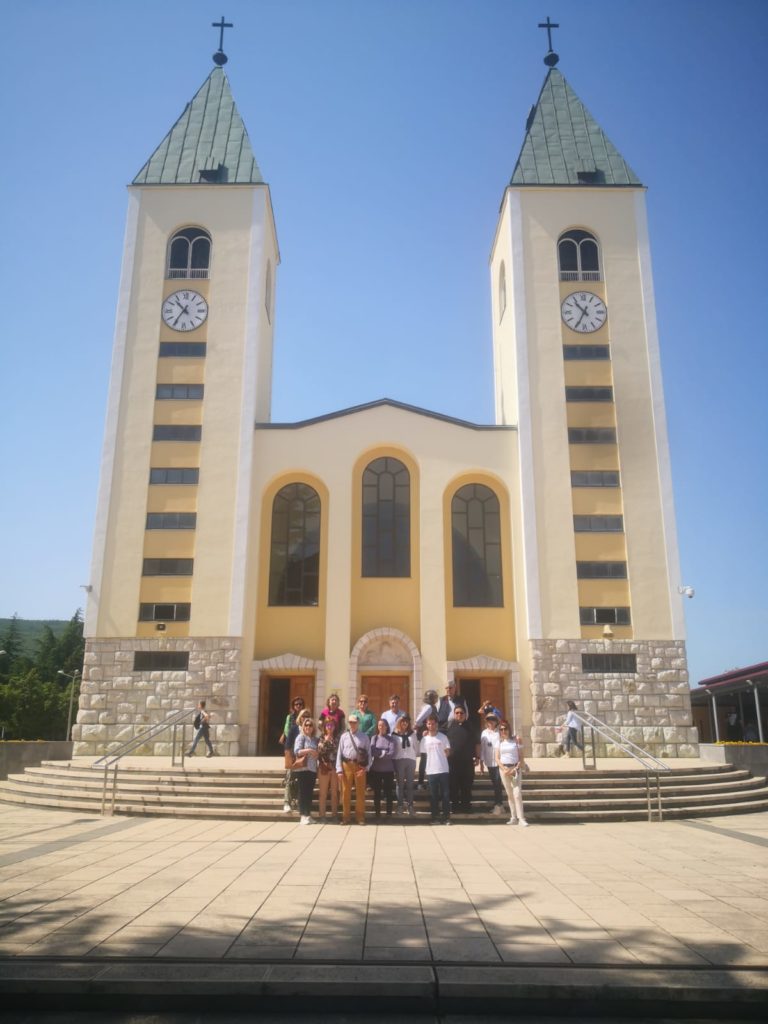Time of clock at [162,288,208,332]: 10:35
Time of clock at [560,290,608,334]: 10:34
